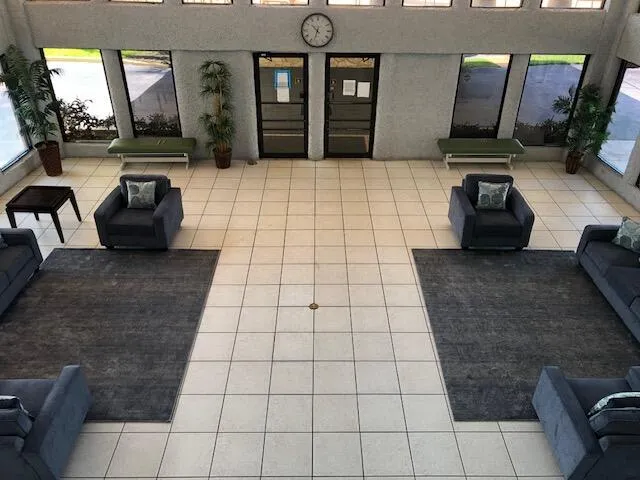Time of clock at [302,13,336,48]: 10:32
